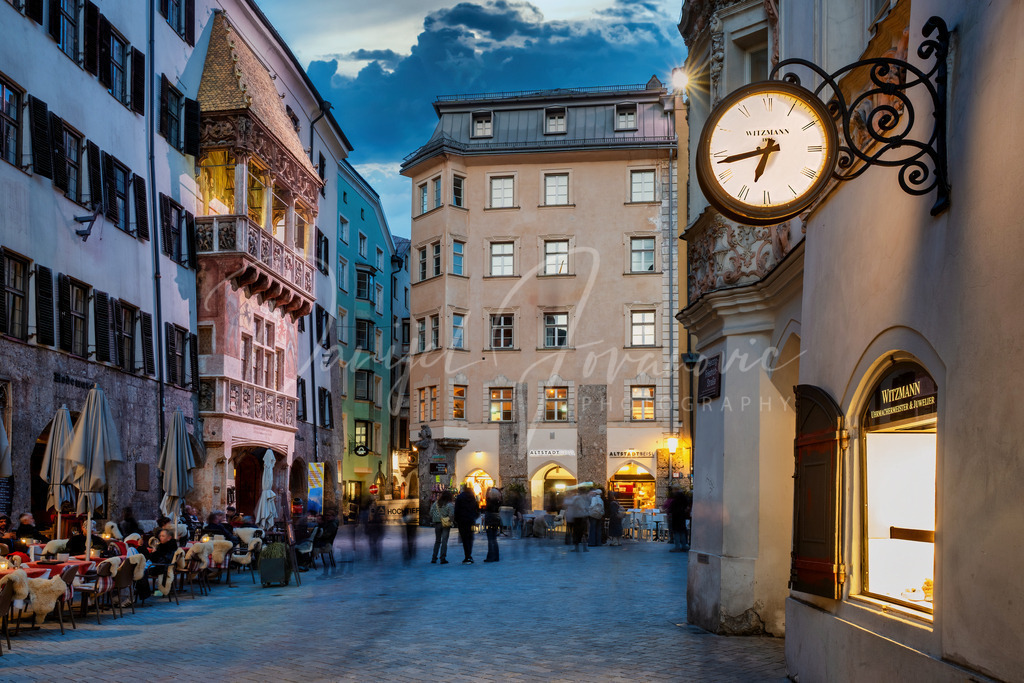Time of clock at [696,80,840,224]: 6:42
